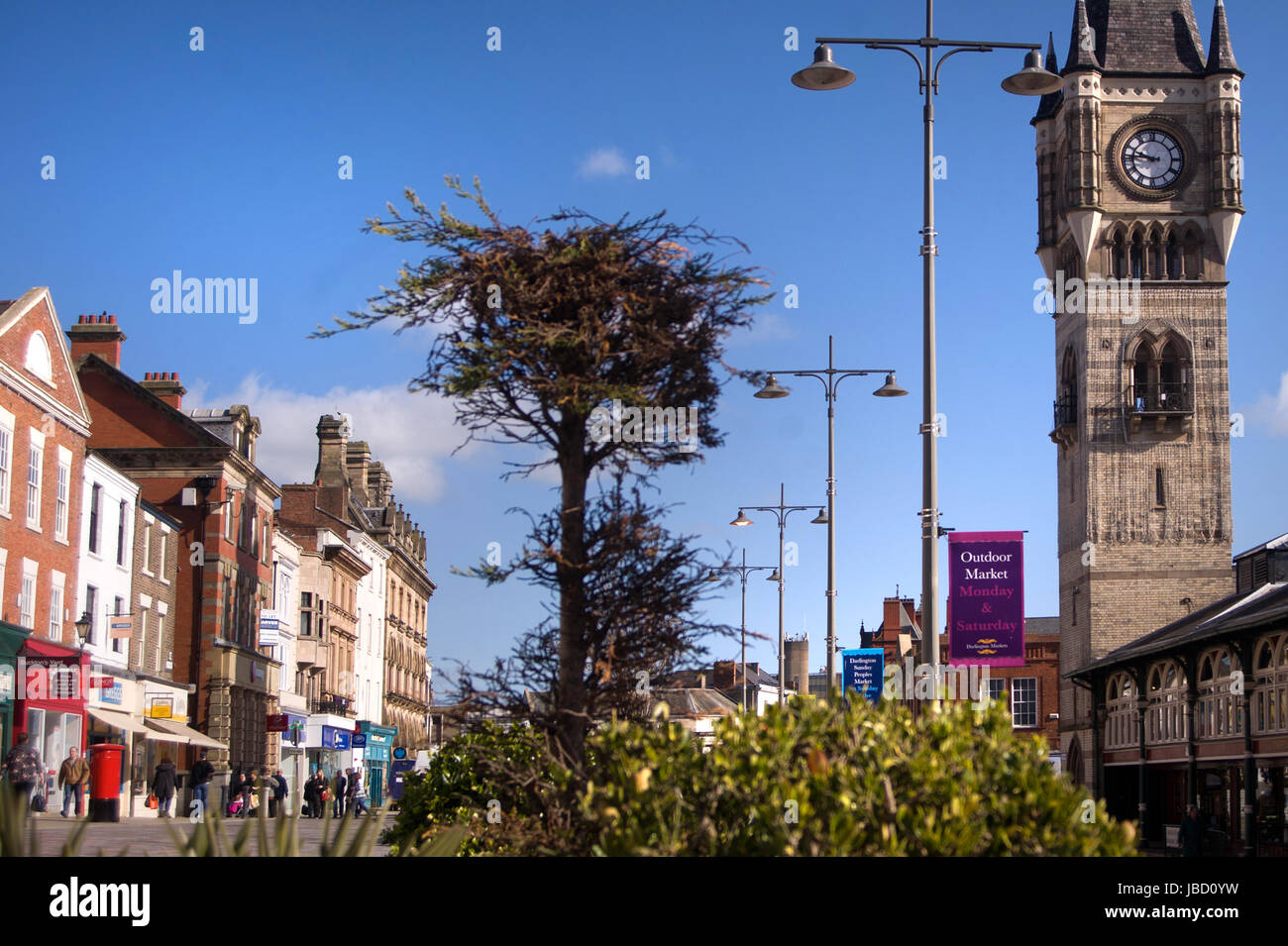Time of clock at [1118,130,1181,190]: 9:45
